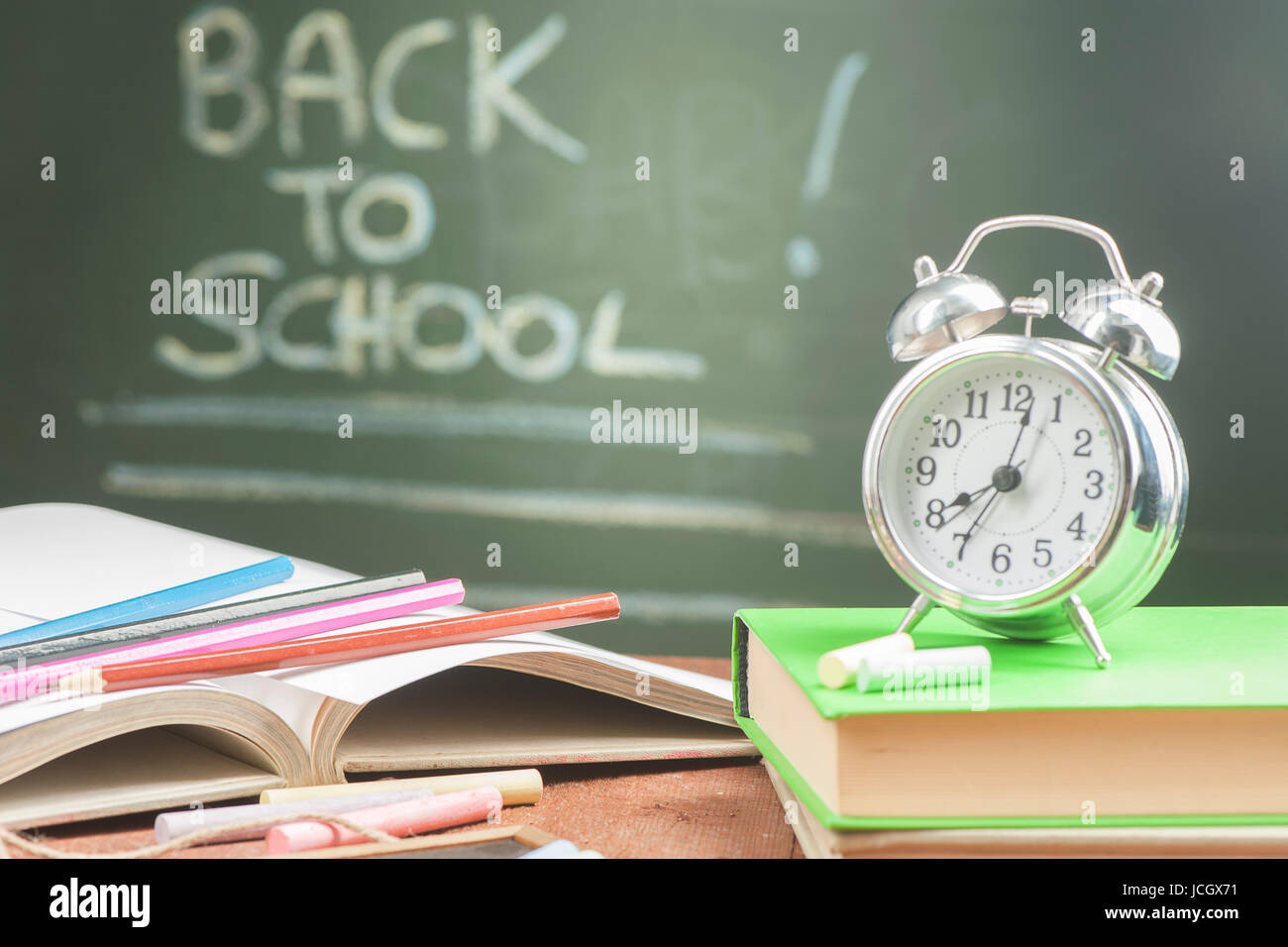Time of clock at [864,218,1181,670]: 8:02
